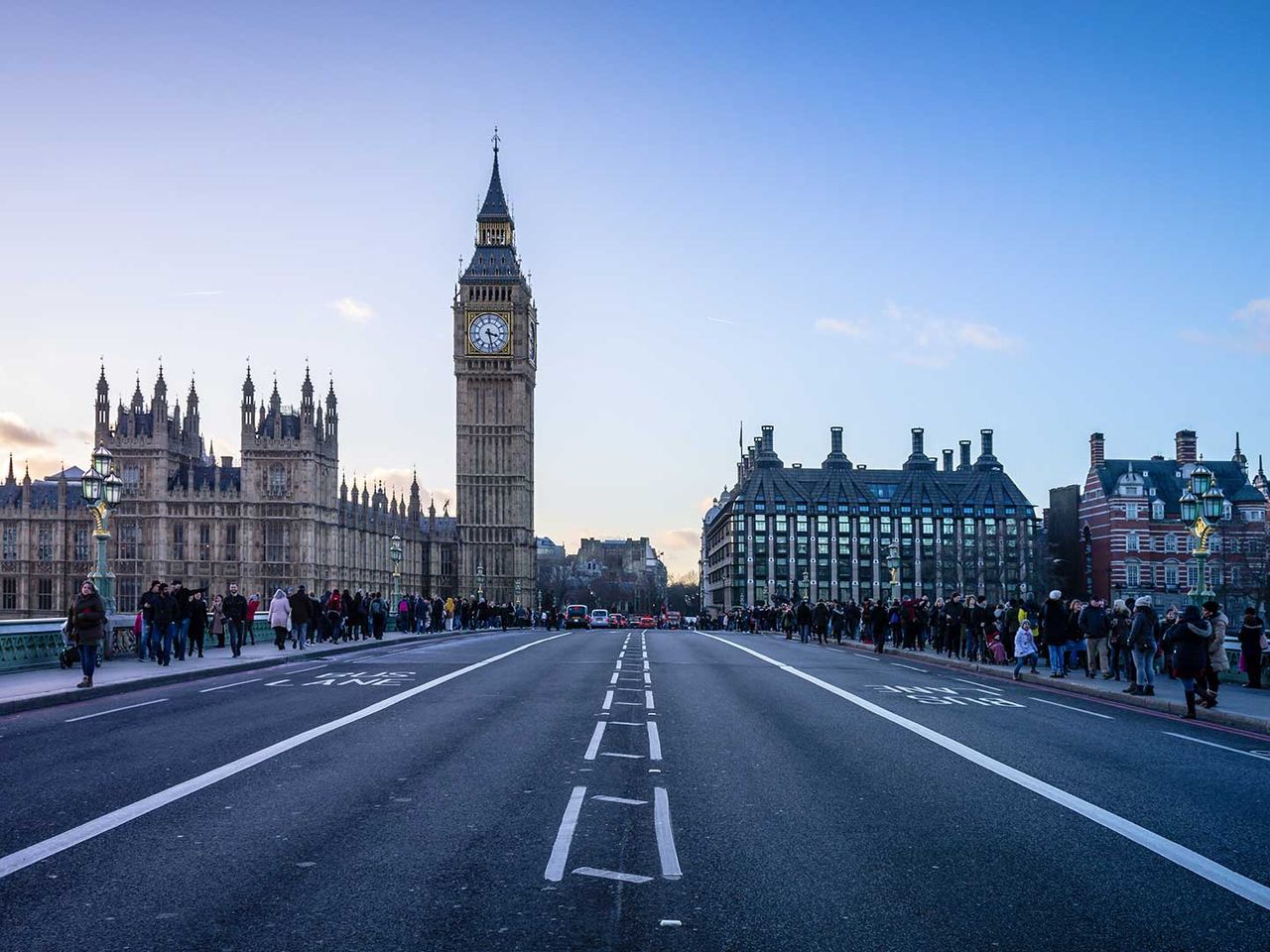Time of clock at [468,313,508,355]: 3:28
